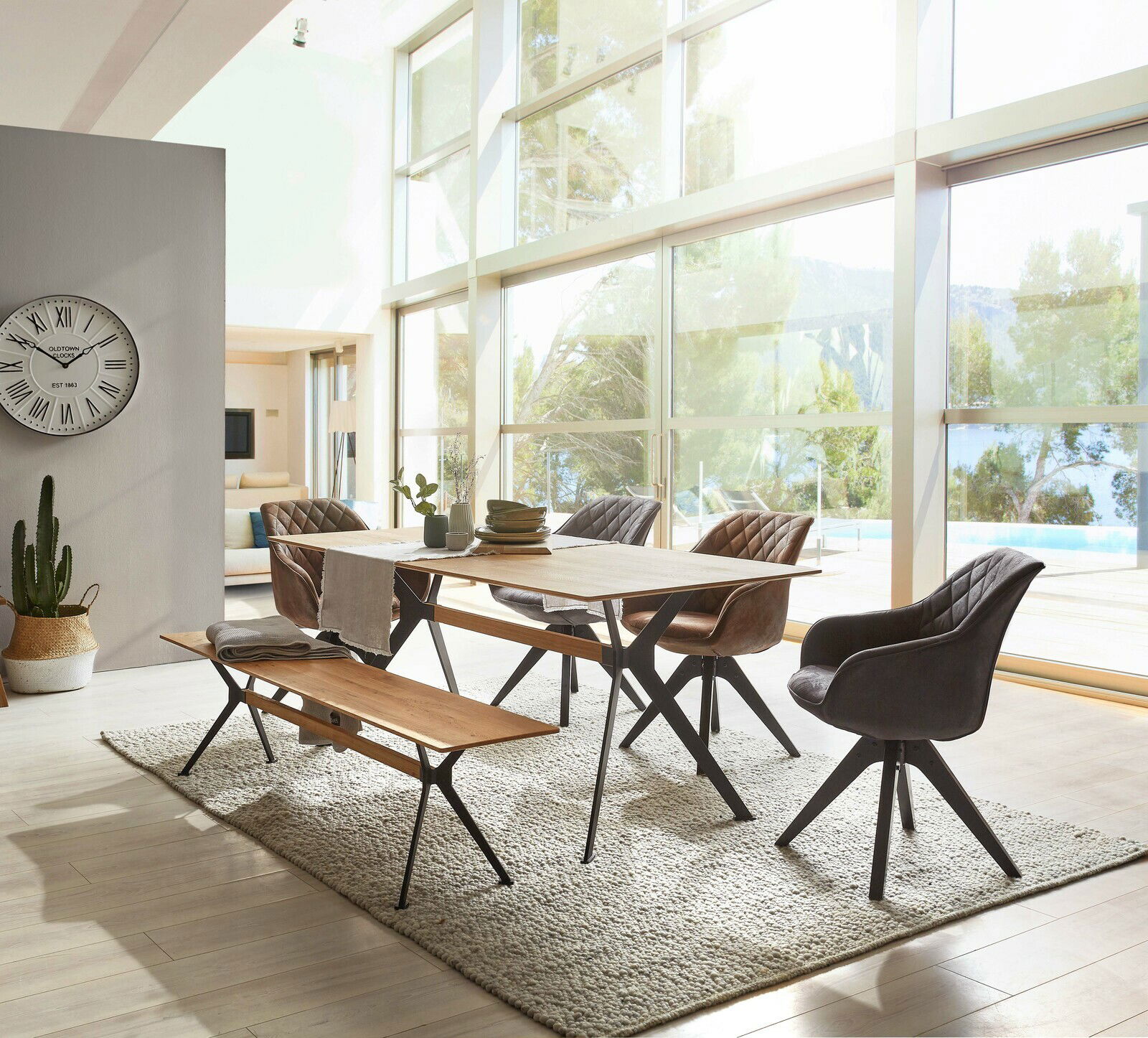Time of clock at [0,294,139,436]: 1:50
